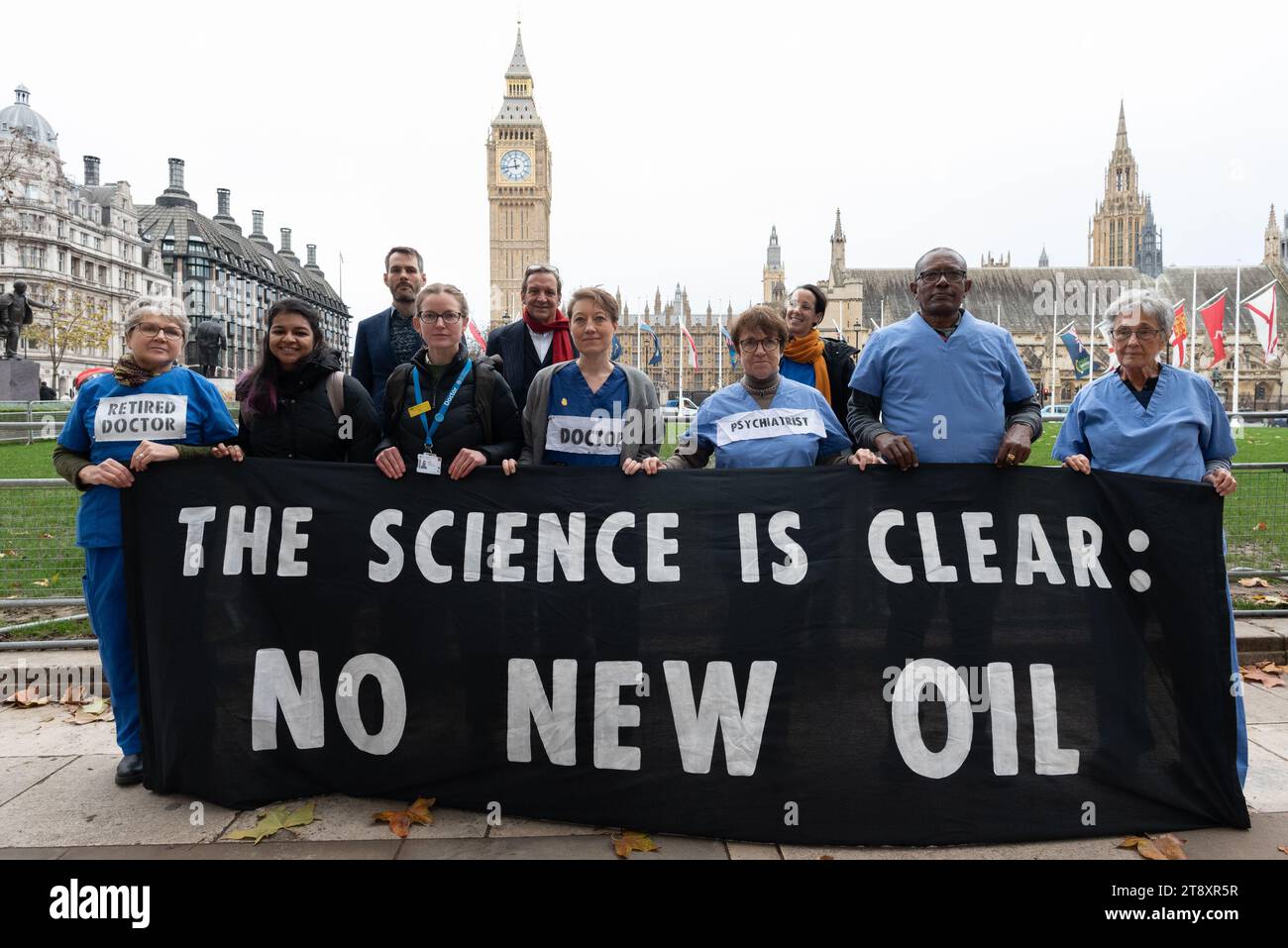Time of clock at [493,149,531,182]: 11:43
